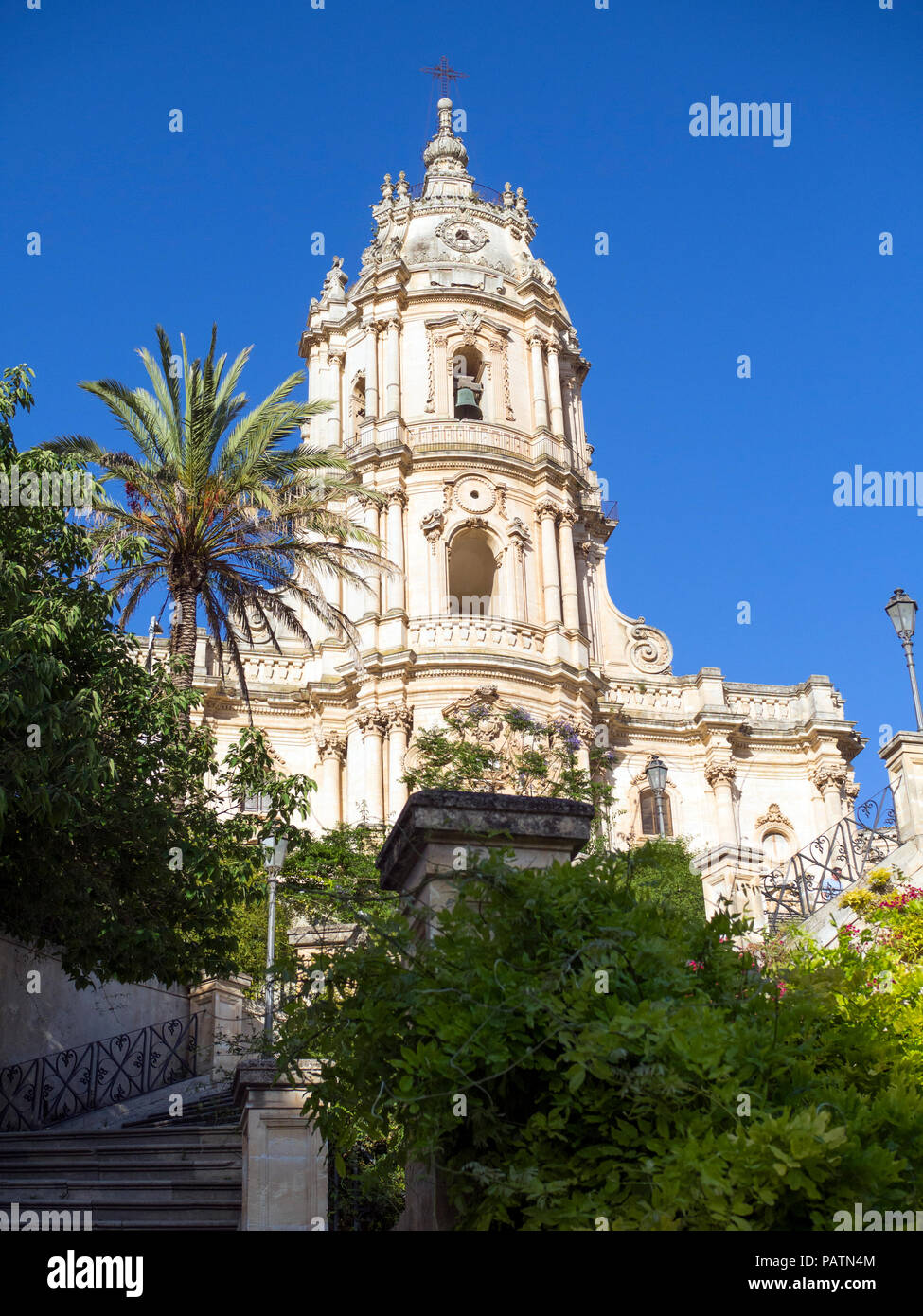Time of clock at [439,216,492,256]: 7:23
